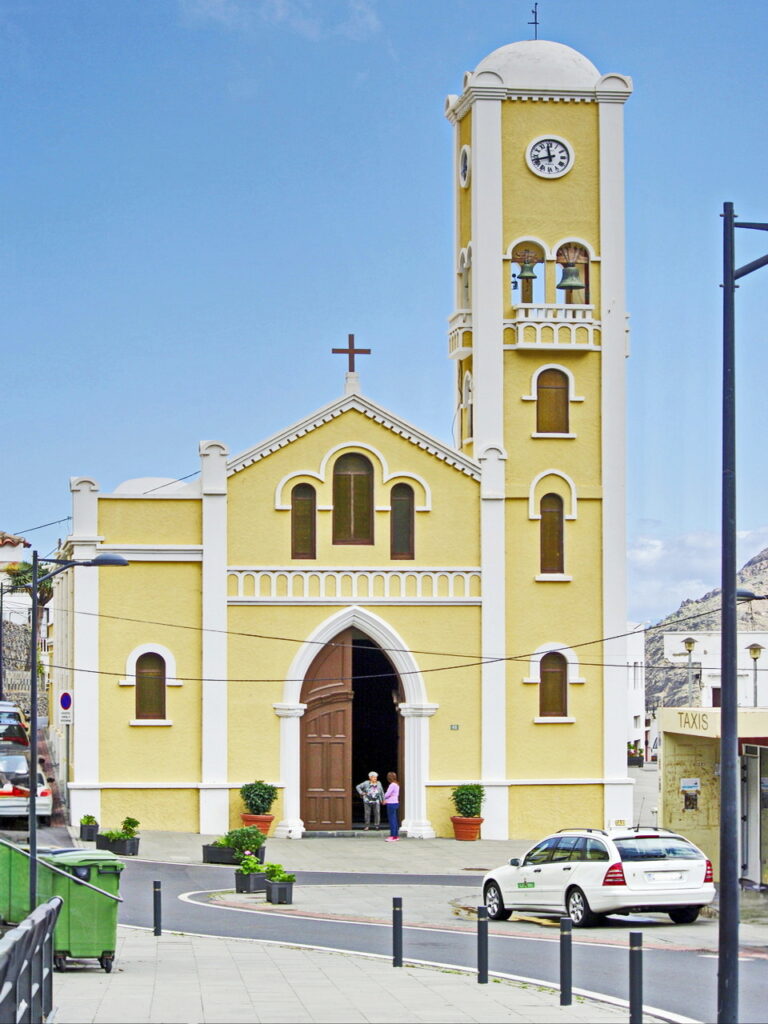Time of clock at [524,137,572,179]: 11:42
